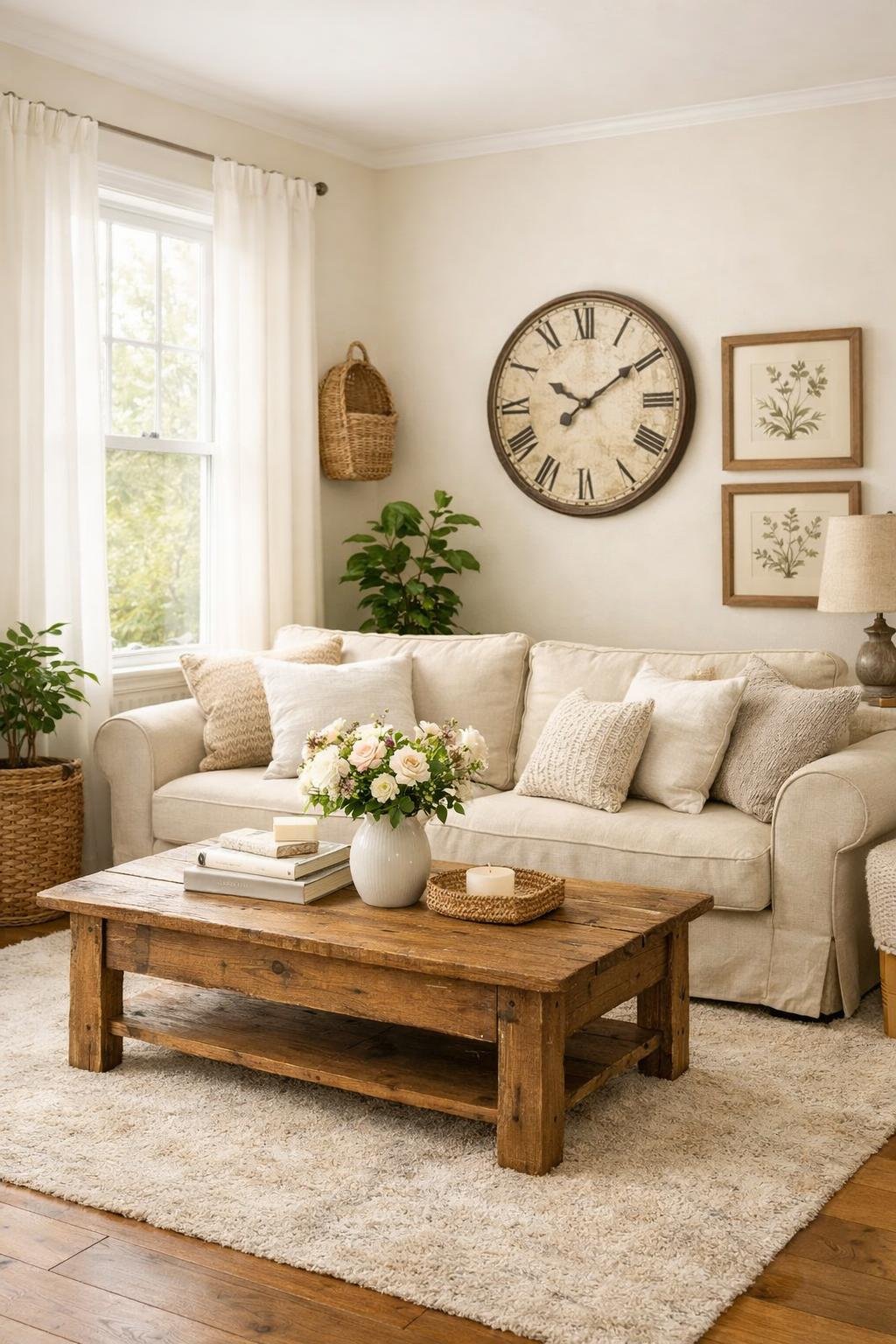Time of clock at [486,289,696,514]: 10:09
